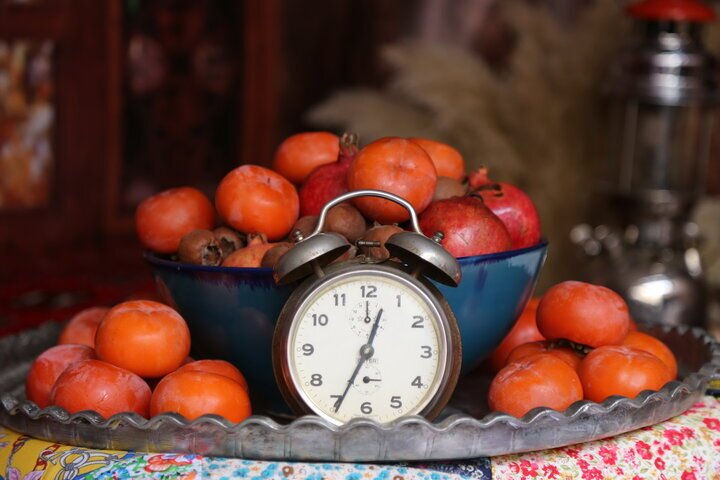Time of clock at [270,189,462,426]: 12:34
